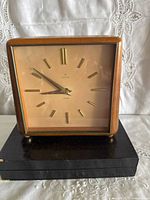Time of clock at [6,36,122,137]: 8:51
